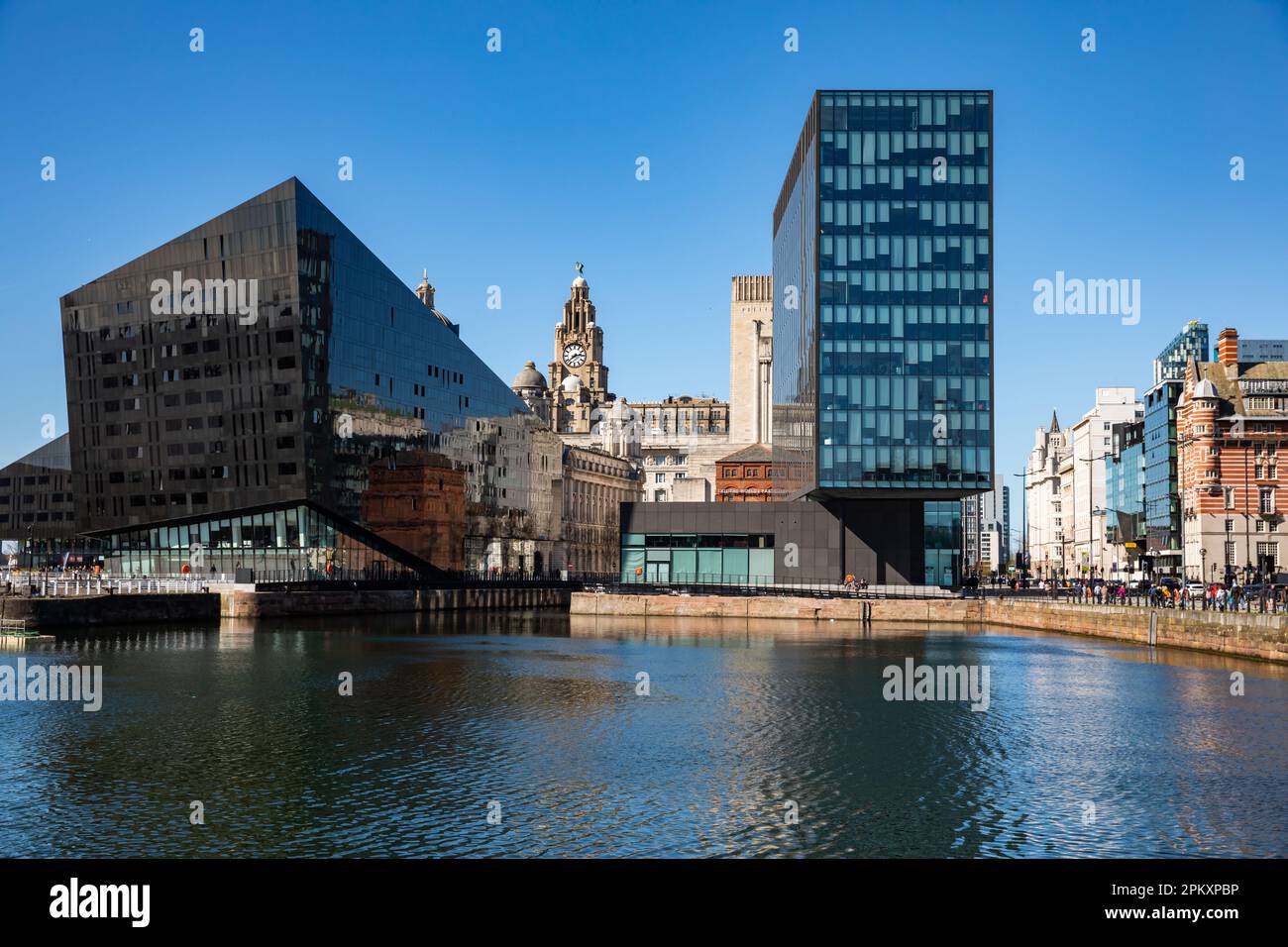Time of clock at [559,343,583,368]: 2:38
